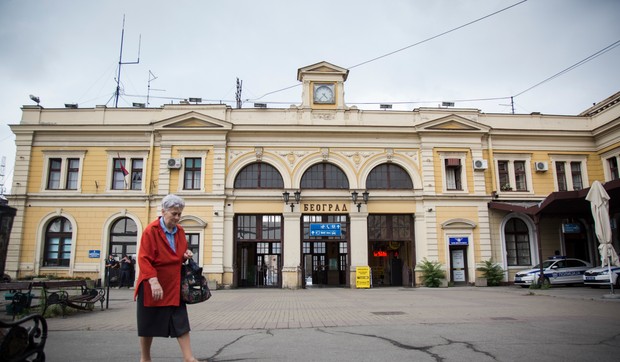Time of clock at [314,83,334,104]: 4:36
